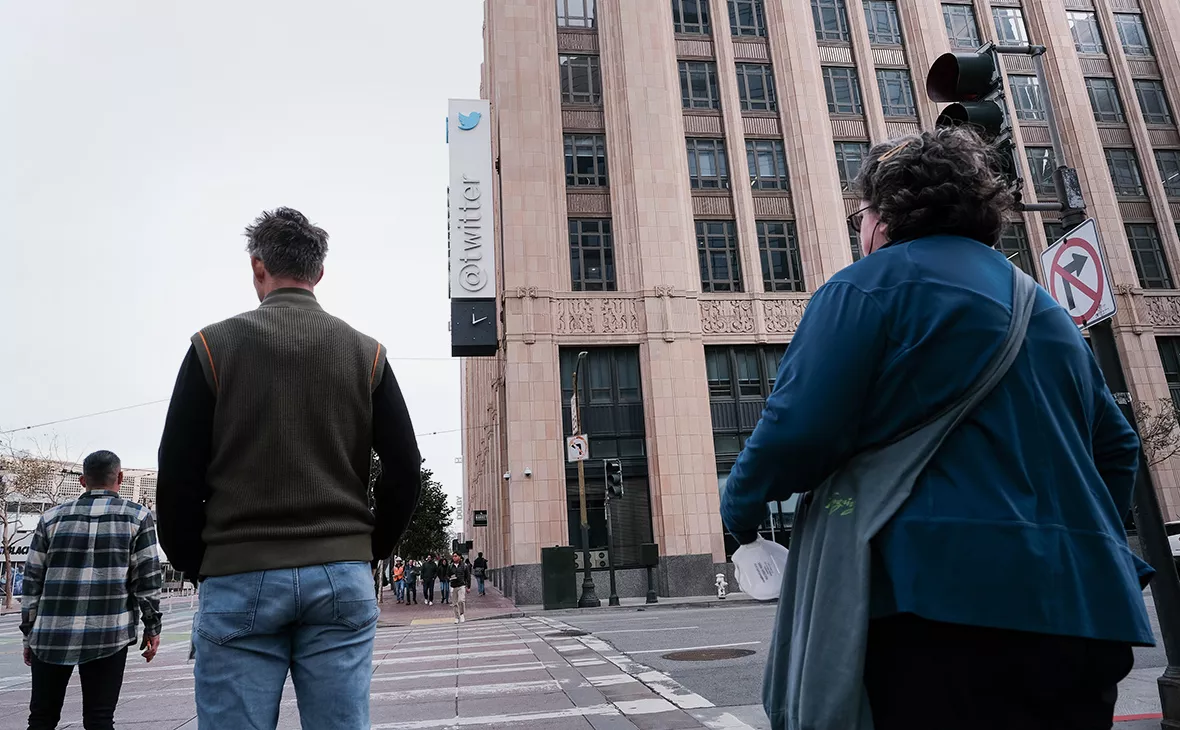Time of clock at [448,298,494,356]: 12:11
